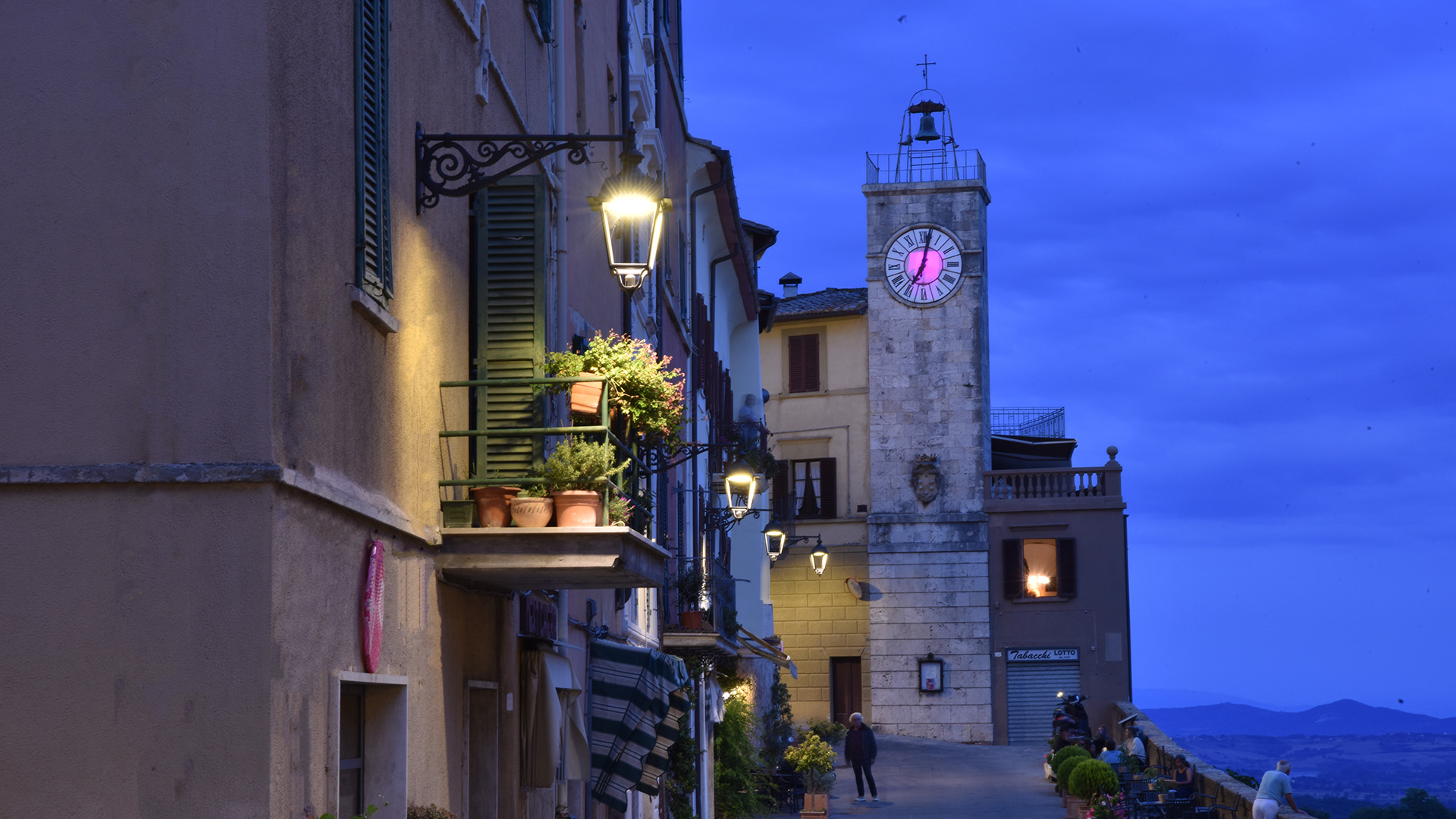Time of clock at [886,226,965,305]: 7:01
